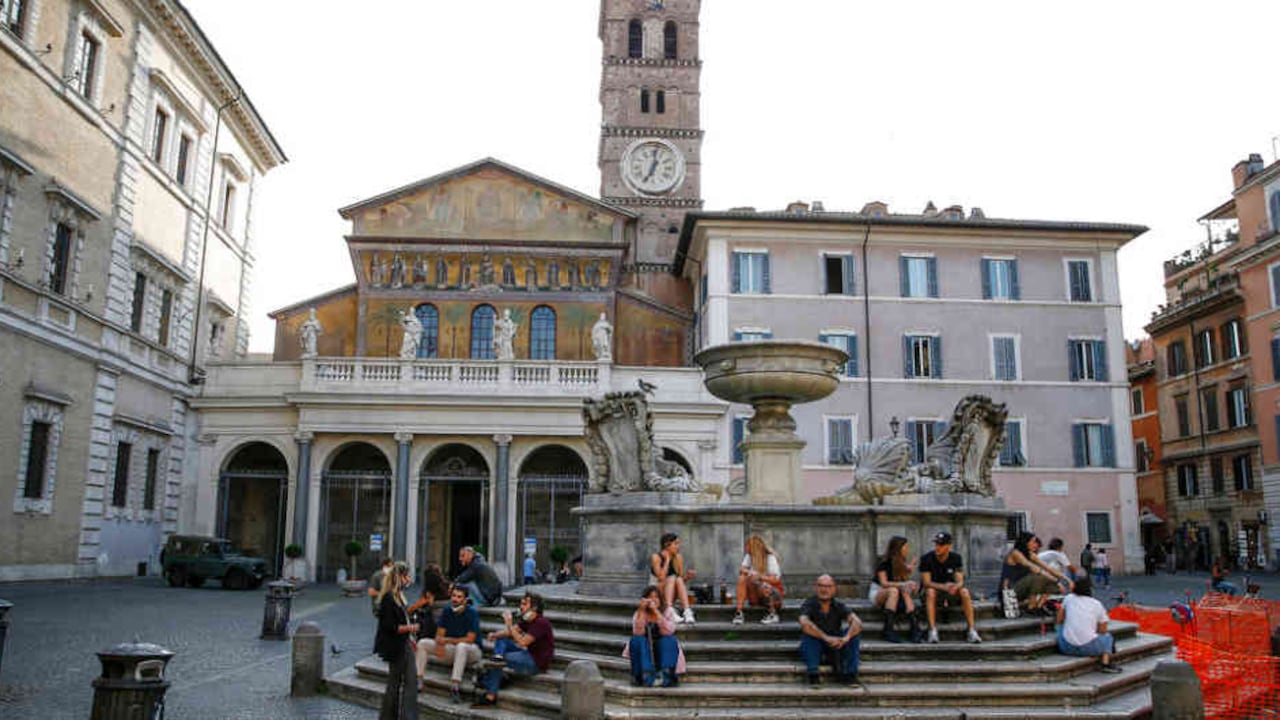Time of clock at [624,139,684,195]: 7:01
